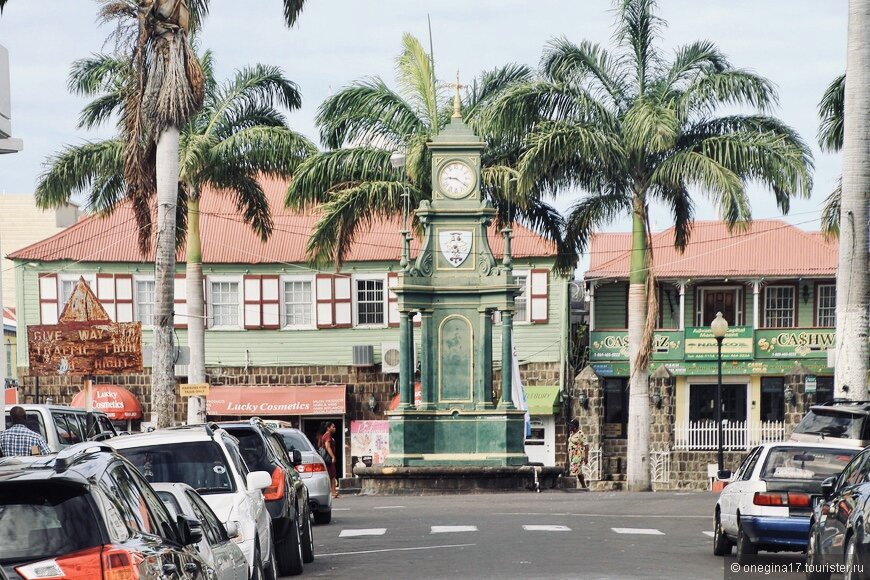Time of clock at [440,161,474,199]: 9:20
